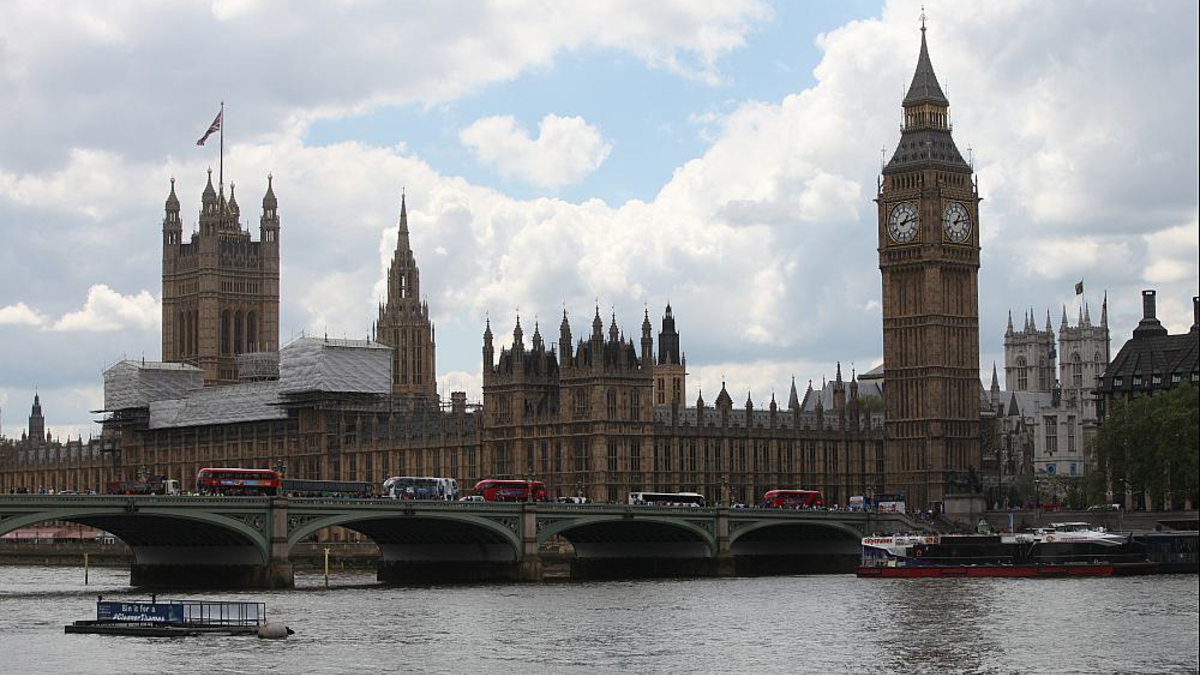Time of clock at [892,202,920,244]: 1:12
